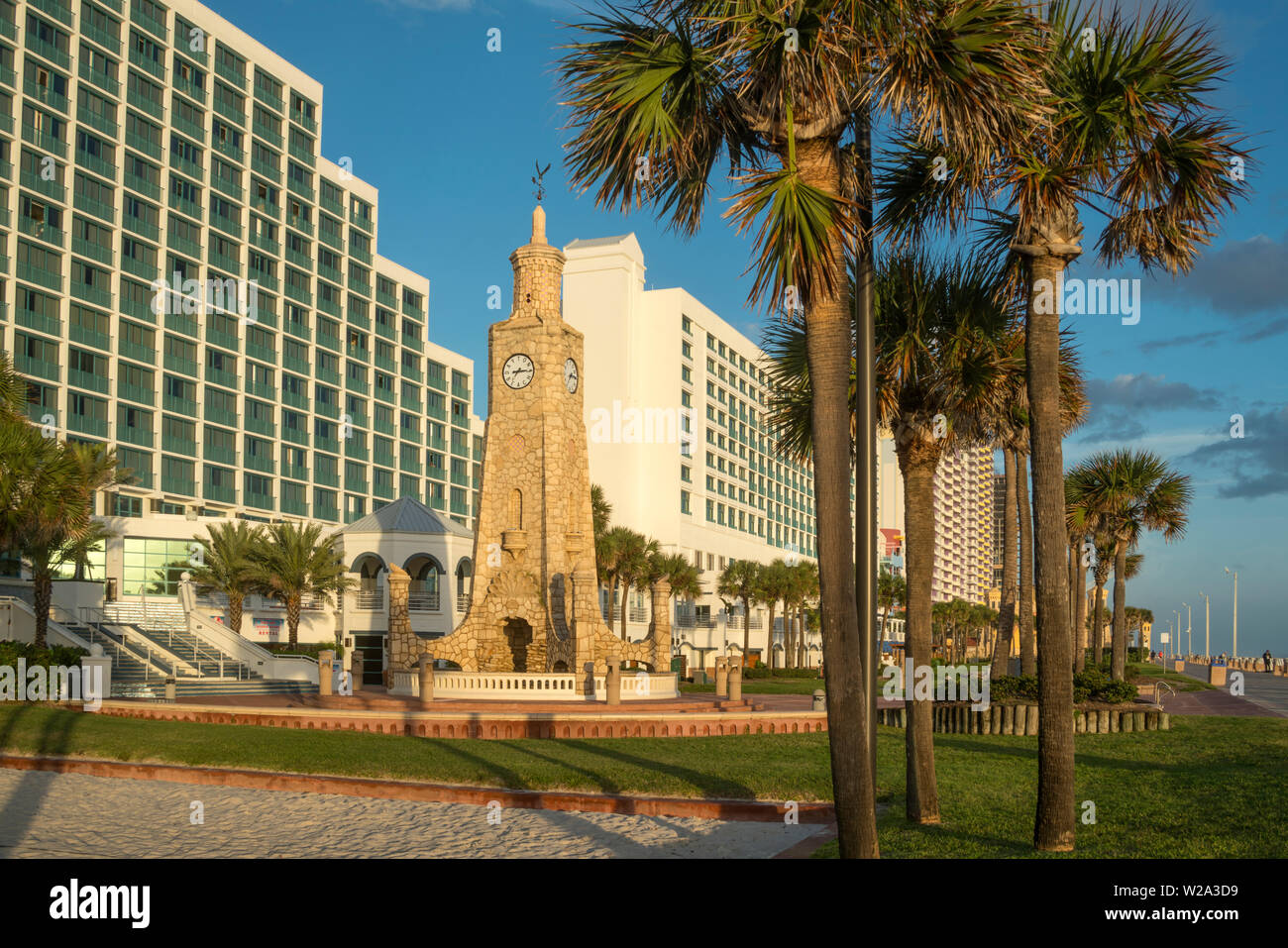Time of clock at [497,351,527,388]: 7:15
